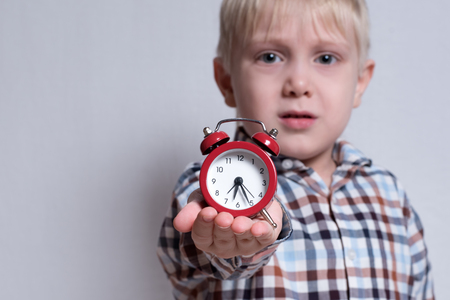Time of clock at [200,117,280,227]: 6:25
